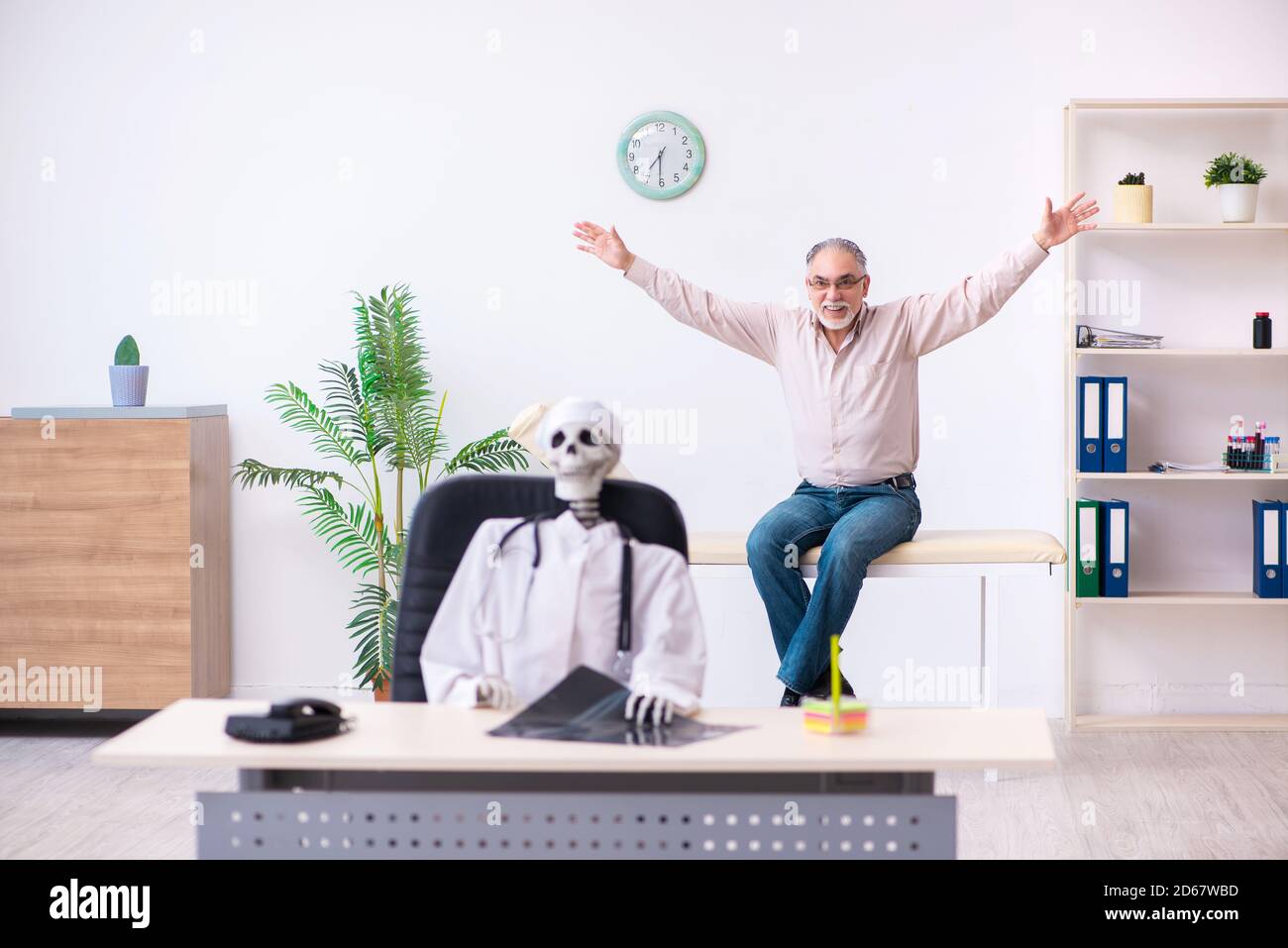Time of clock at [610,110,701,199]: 7:30
